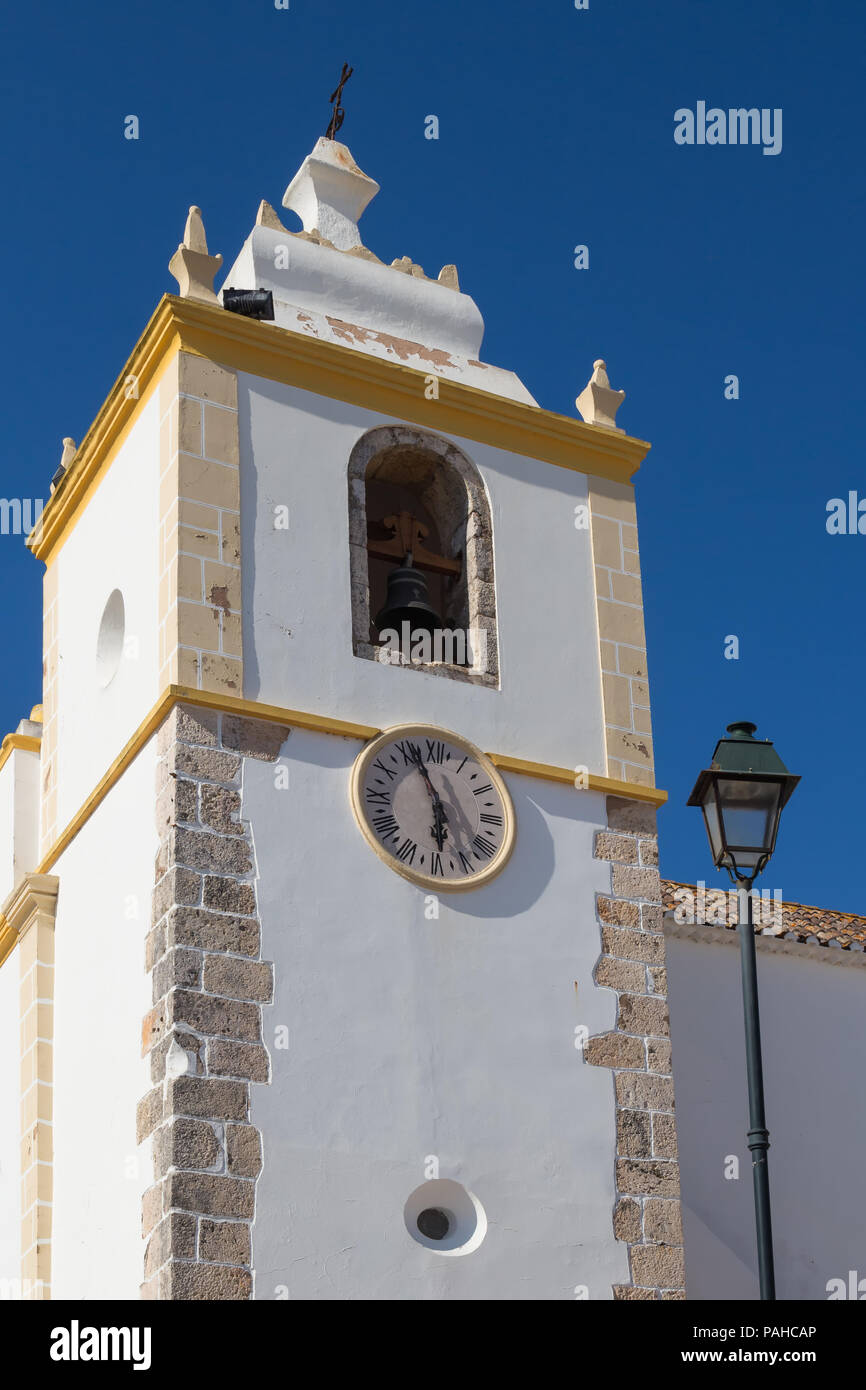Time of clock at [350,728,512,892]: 5:56
